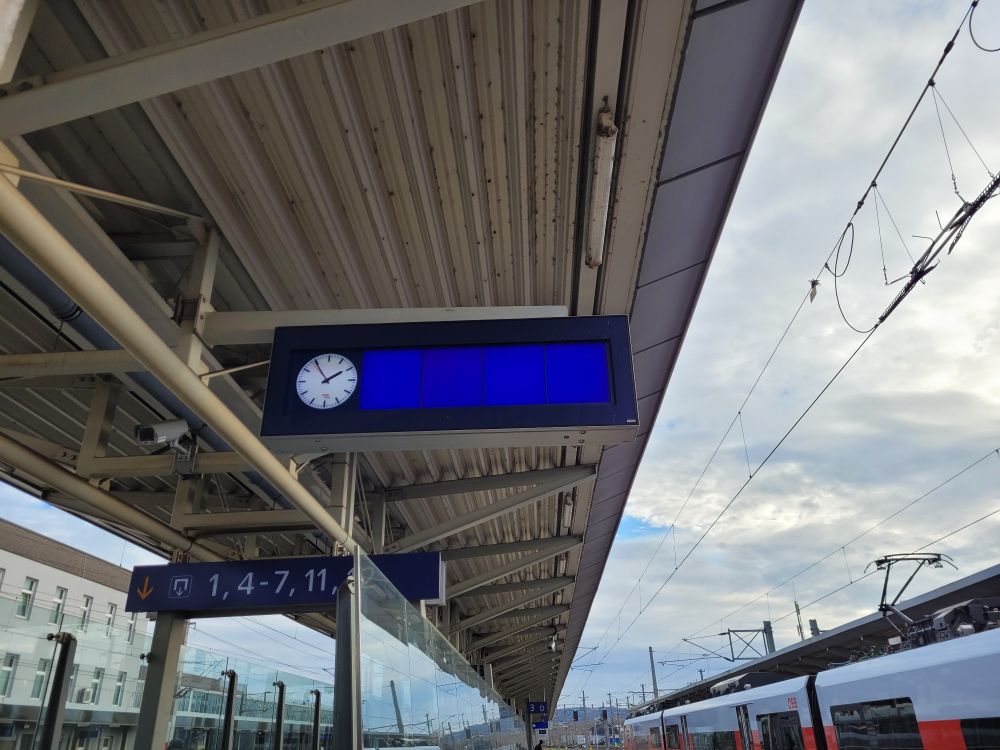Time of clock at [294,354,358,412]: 1:54
